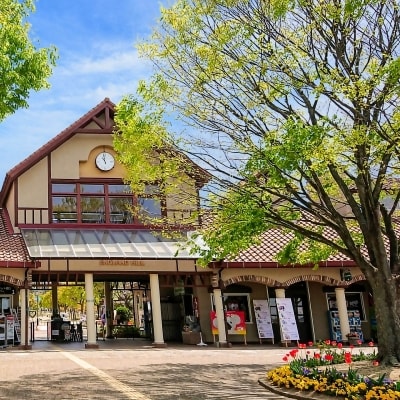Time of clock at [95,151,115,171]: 10:58
